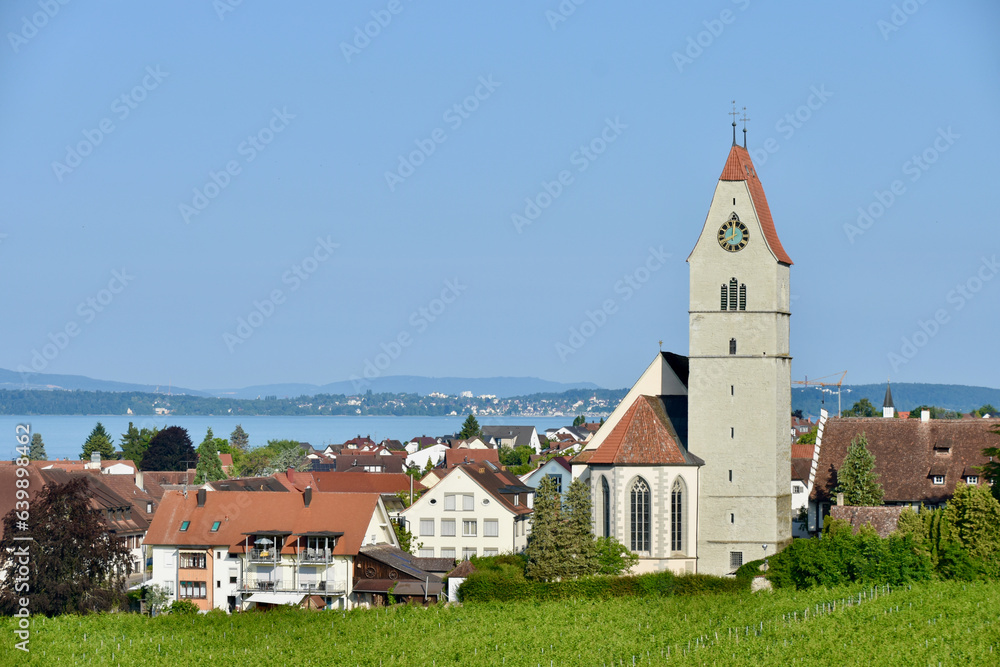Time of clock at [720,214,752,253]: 7:59
